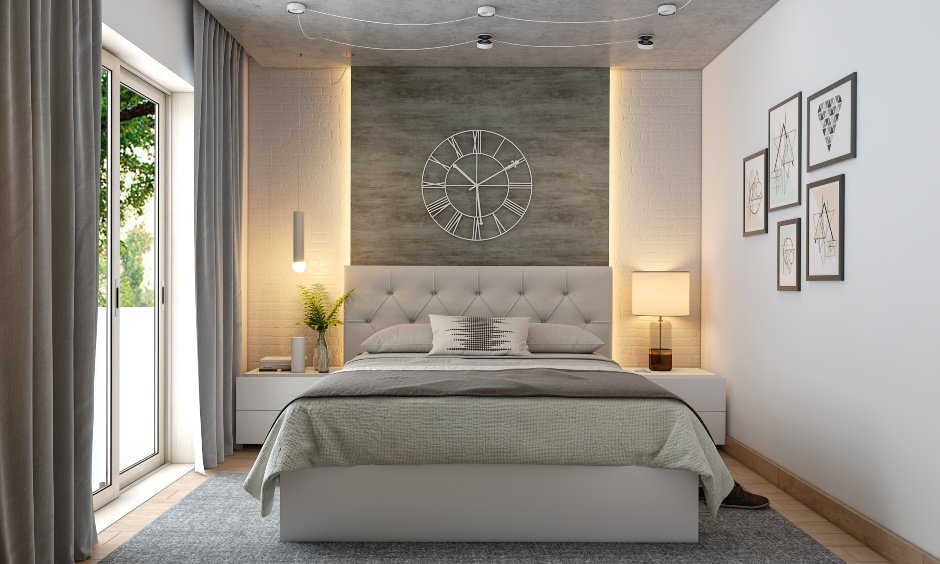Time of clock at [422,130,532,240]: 10:29
